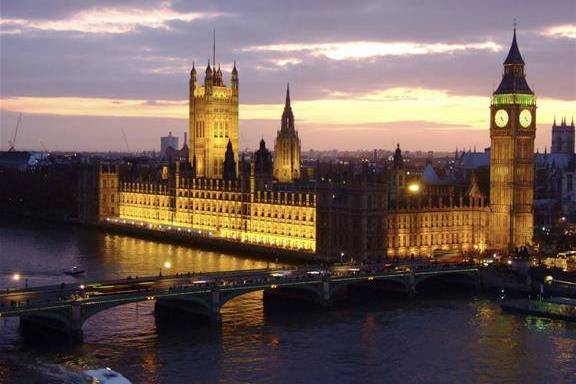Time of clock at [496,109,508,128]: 4:26
